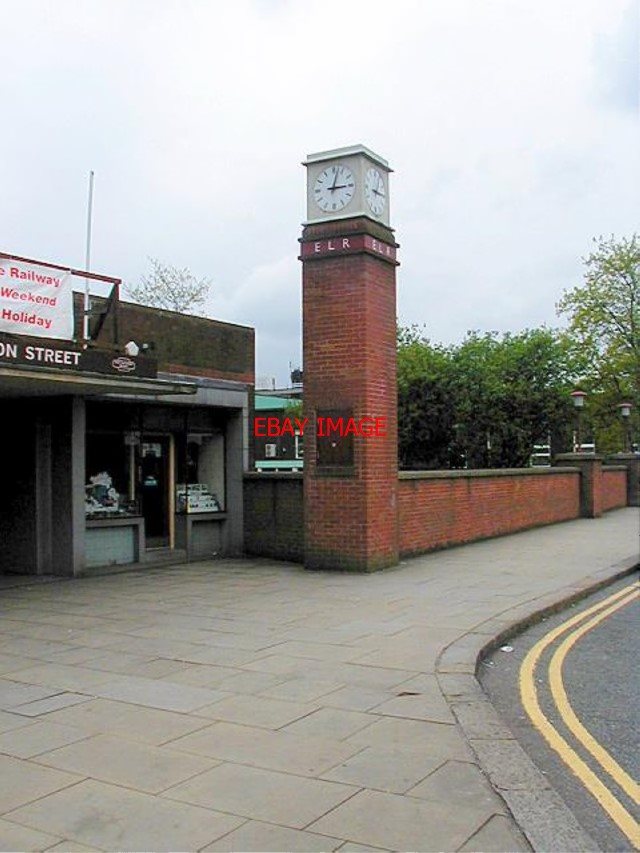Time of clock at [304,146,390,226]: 3:02
